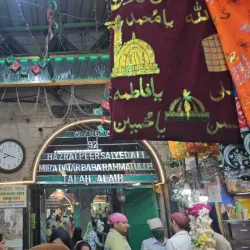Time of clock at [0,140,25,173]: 8:18
